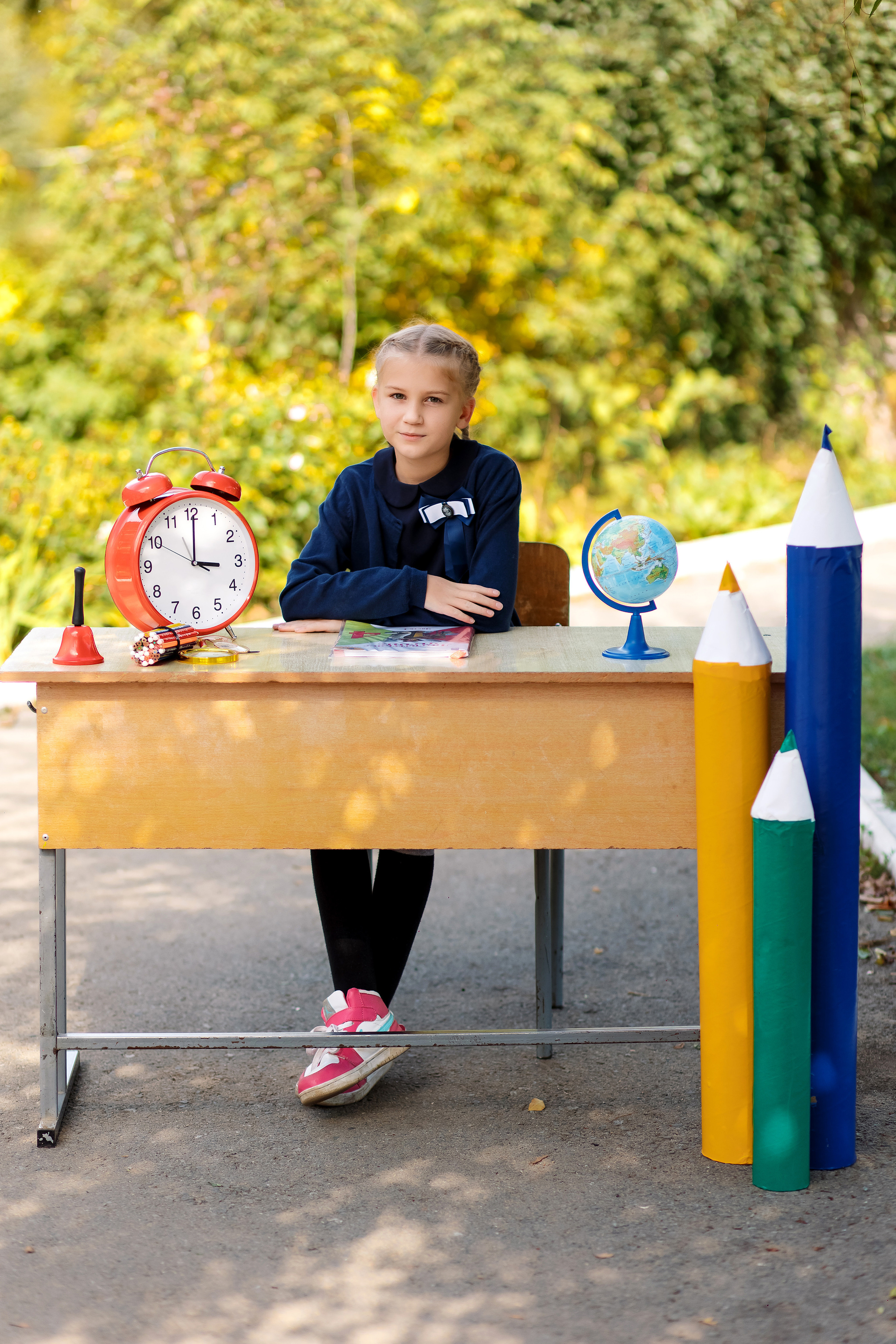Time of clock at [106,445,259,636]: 3:00
